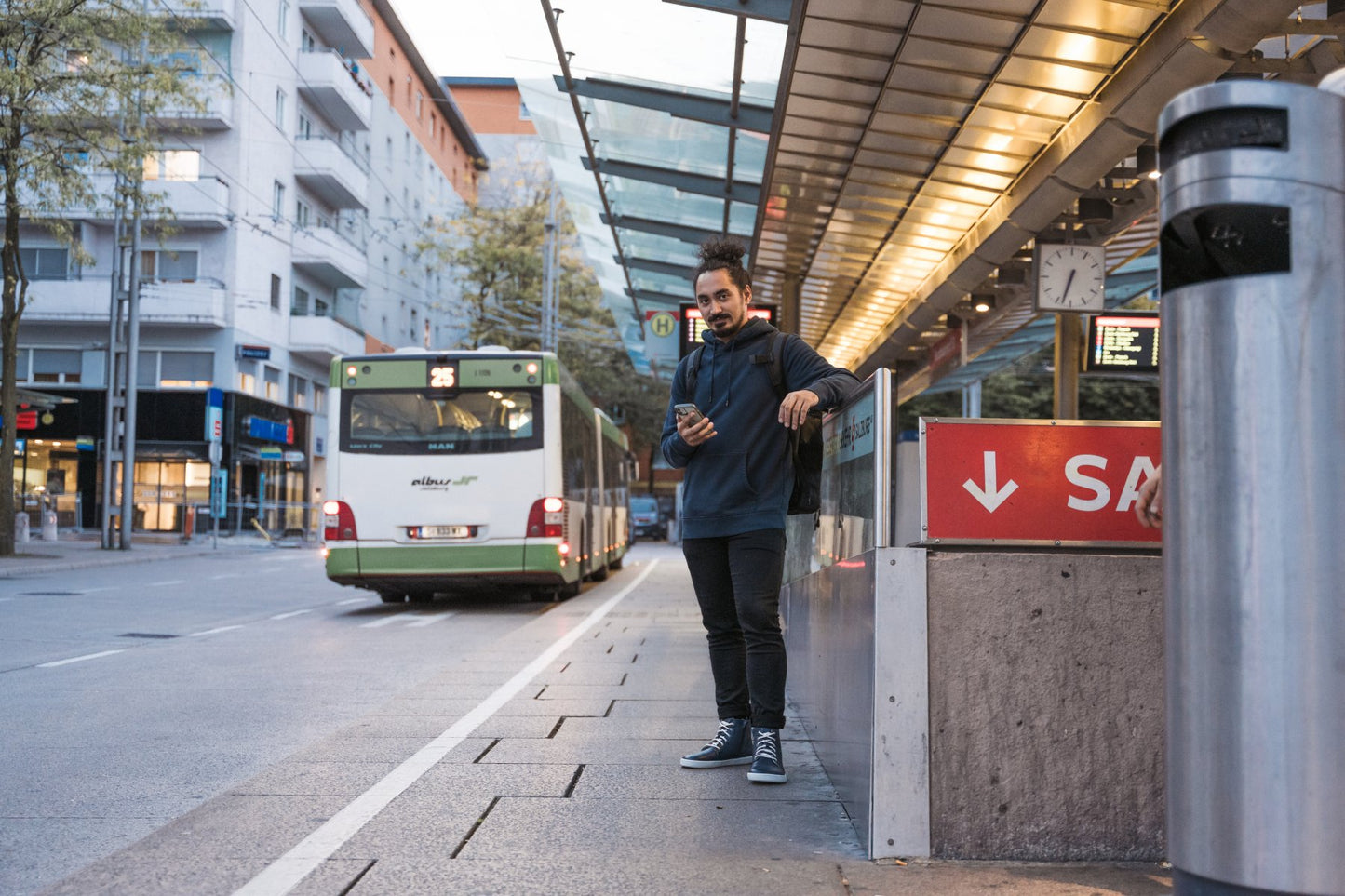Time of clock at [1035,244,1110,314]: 6:32
